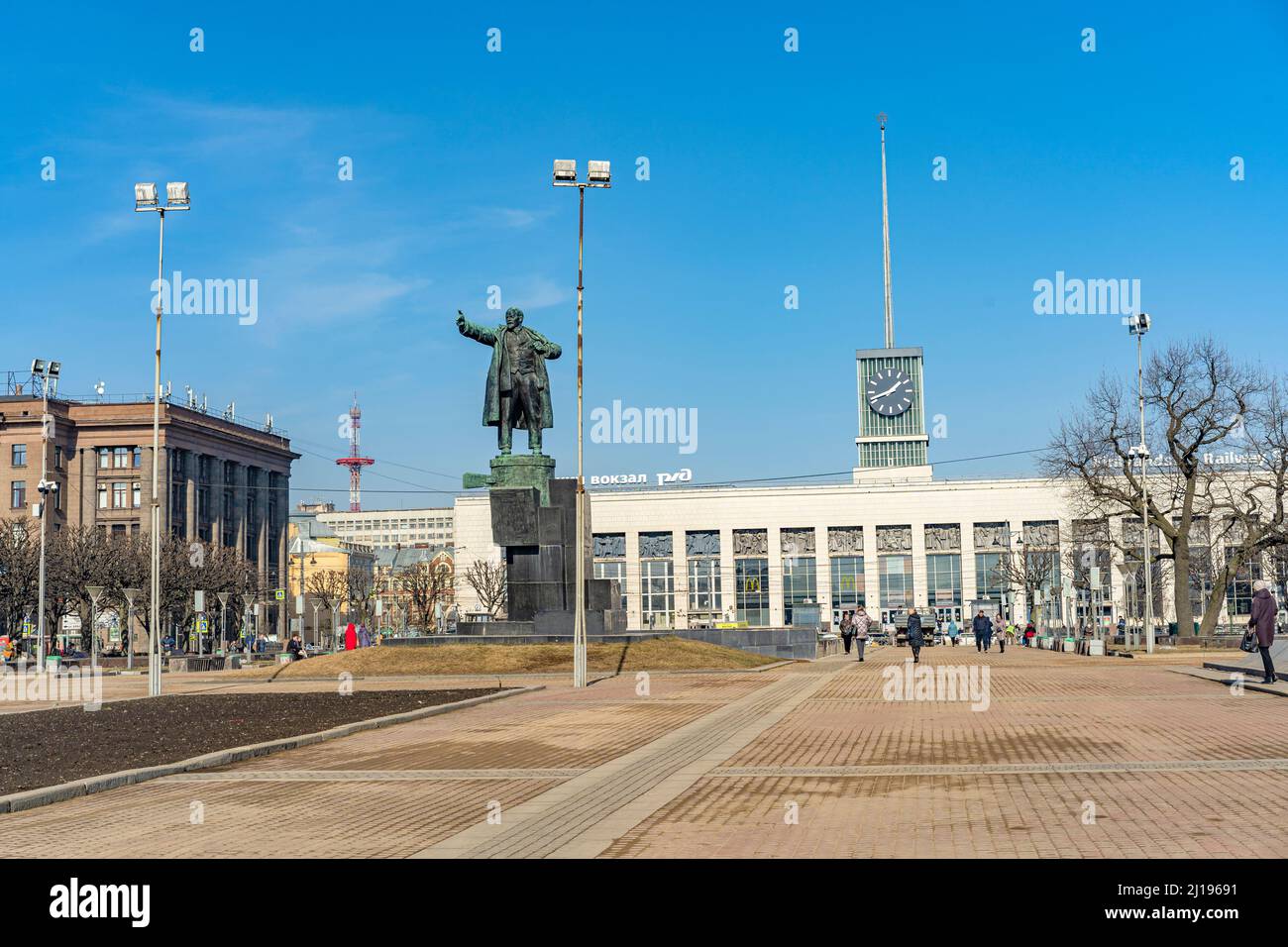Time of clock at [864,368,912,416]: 1:41
